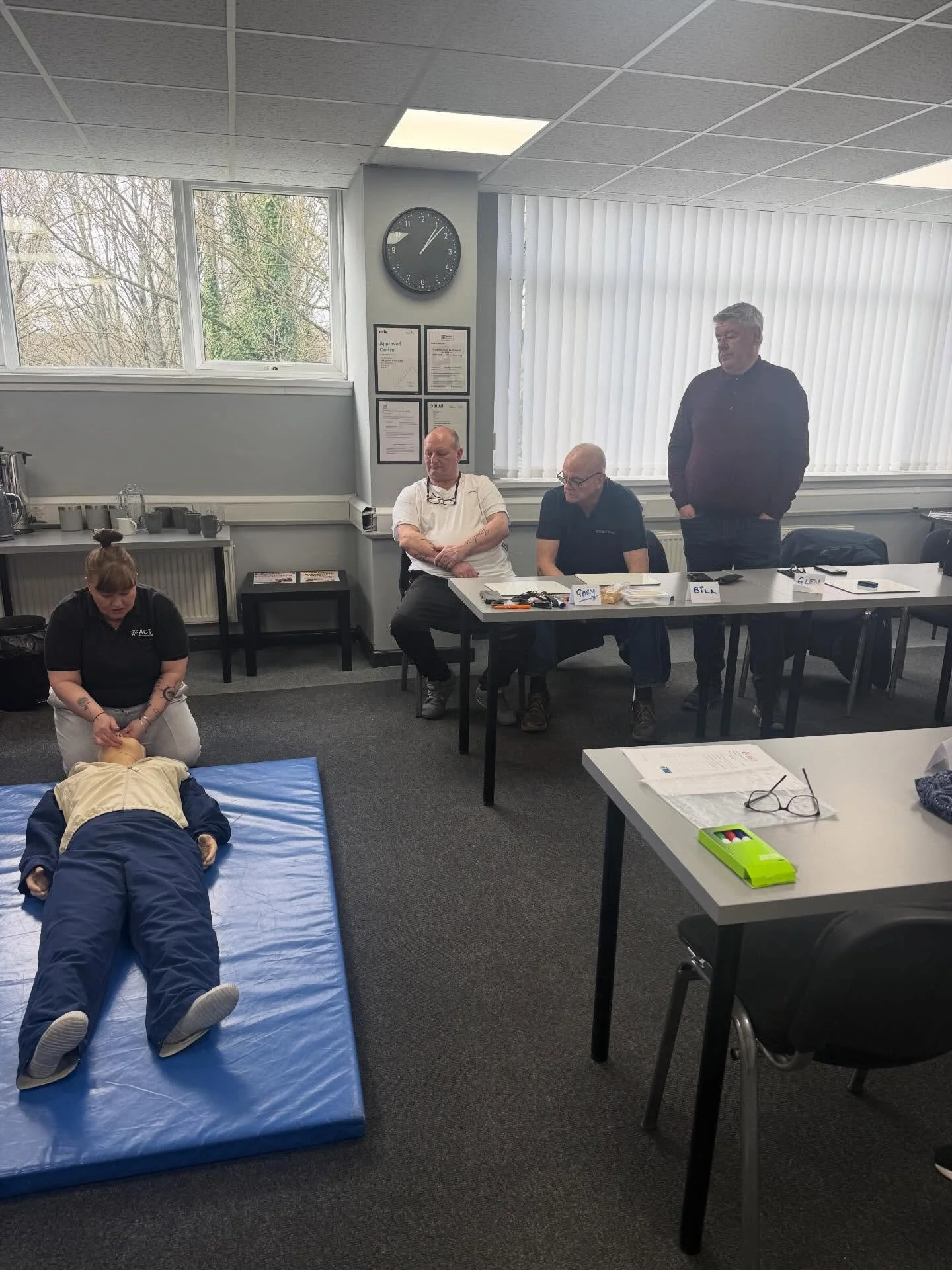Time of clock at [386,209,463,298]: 1:07
